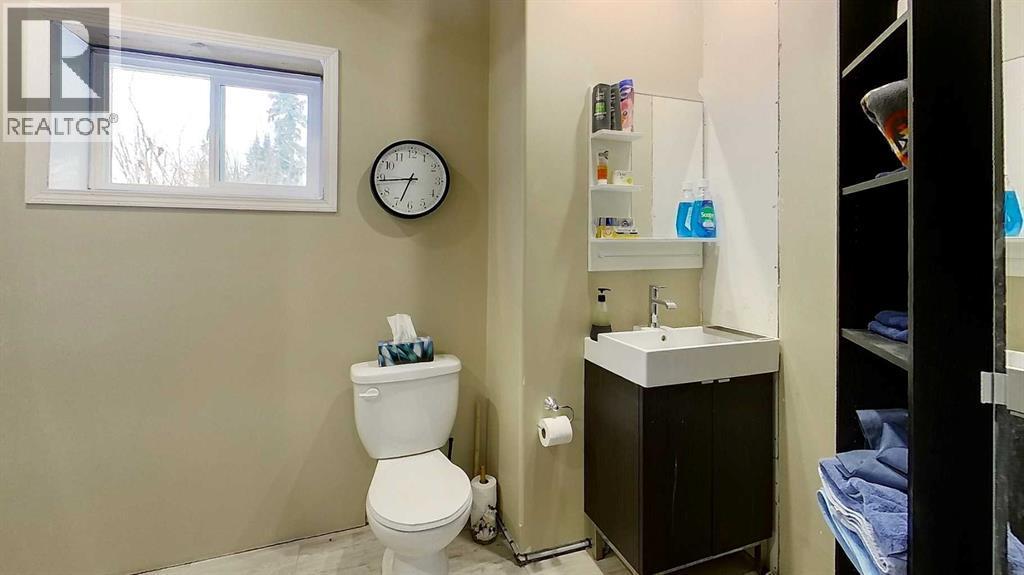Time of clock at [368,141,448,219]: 6:44
